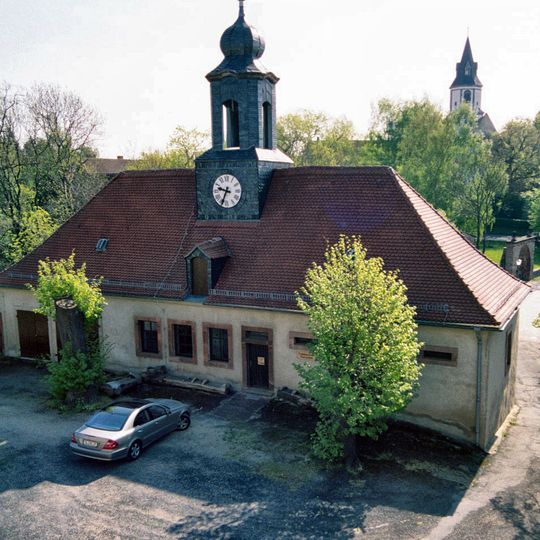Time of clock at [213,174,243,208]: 9:34
